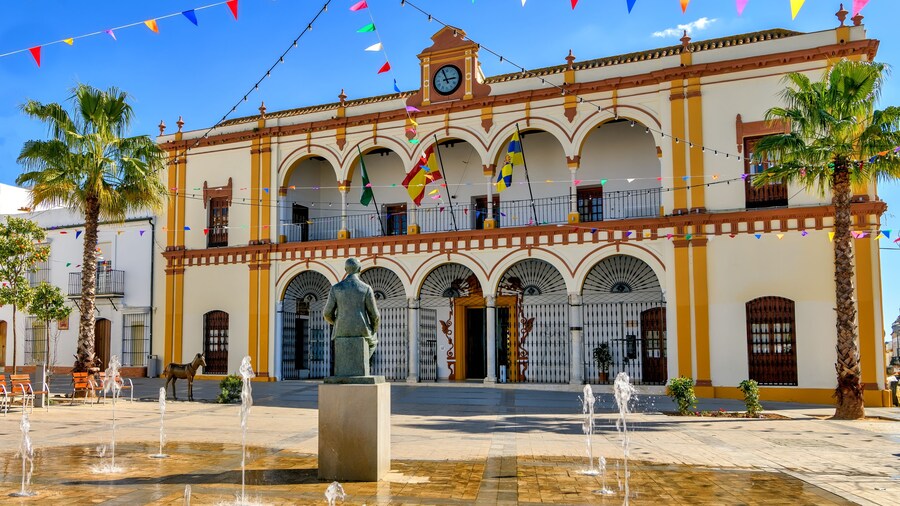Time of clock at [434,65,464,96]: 2:56
